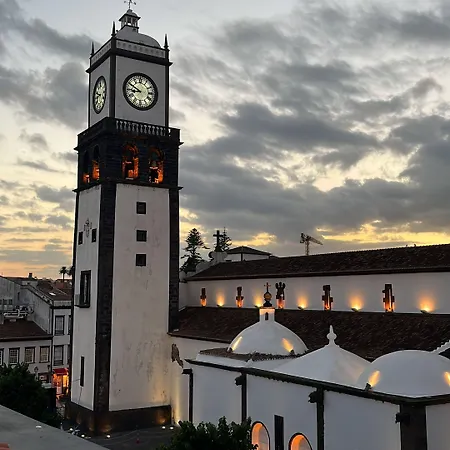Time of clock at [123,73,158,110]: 8:49
